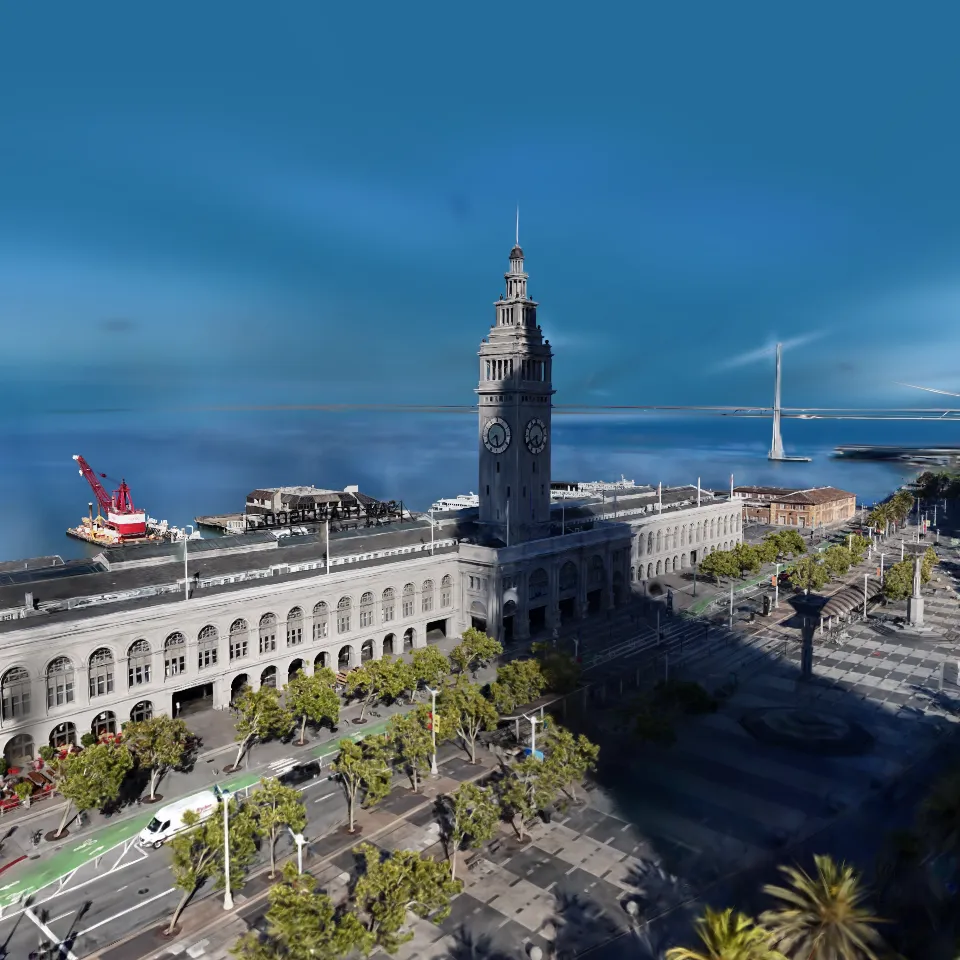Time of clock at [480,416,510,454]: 5:40
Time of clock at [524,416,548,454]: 5:40
